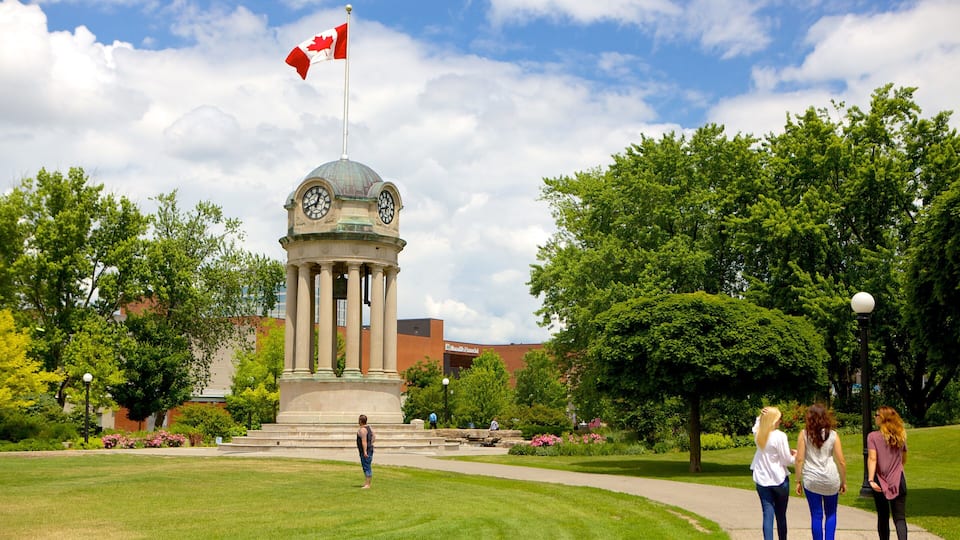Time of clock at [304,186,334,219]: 12:41
